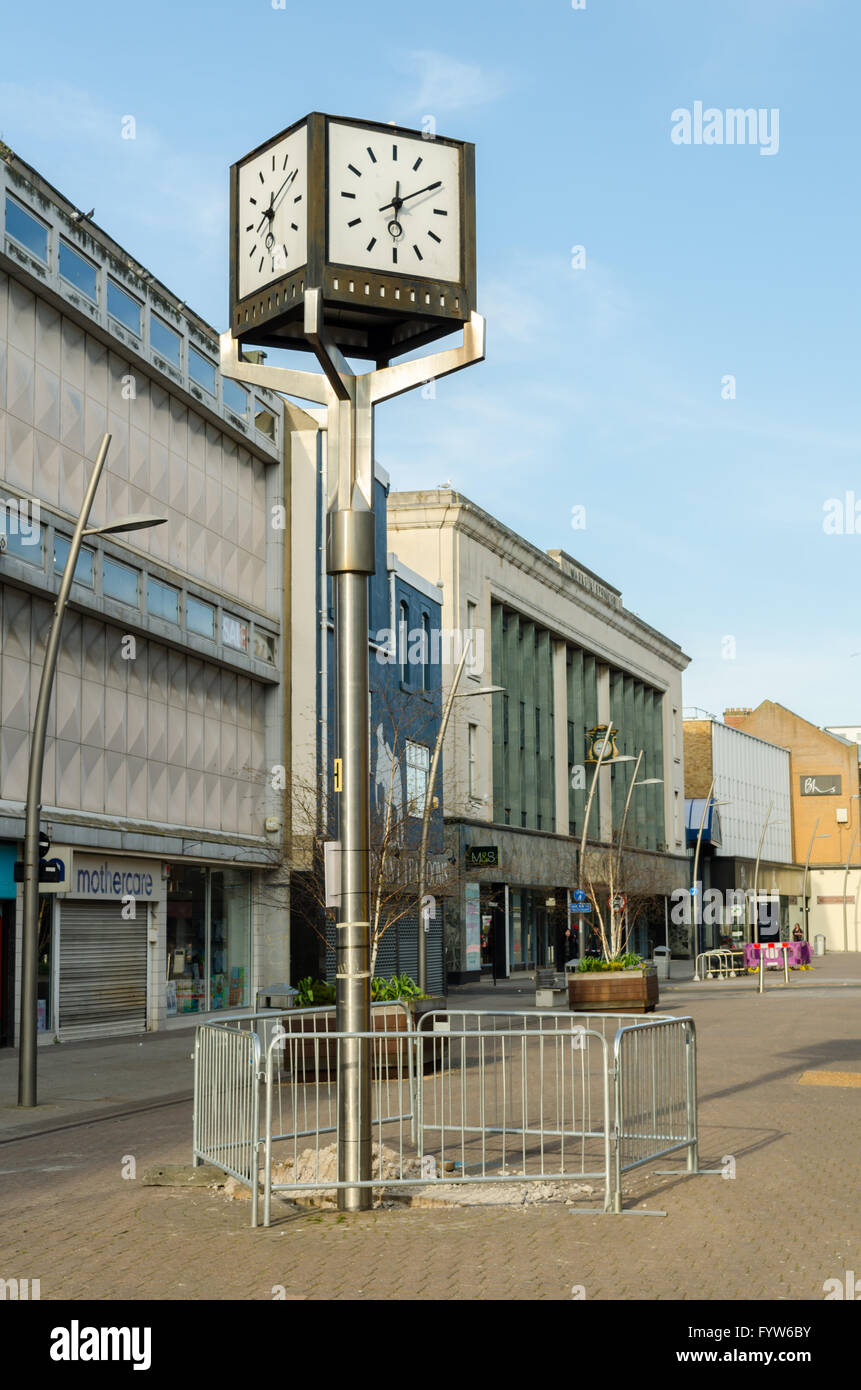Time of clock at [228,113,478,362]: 6:10
